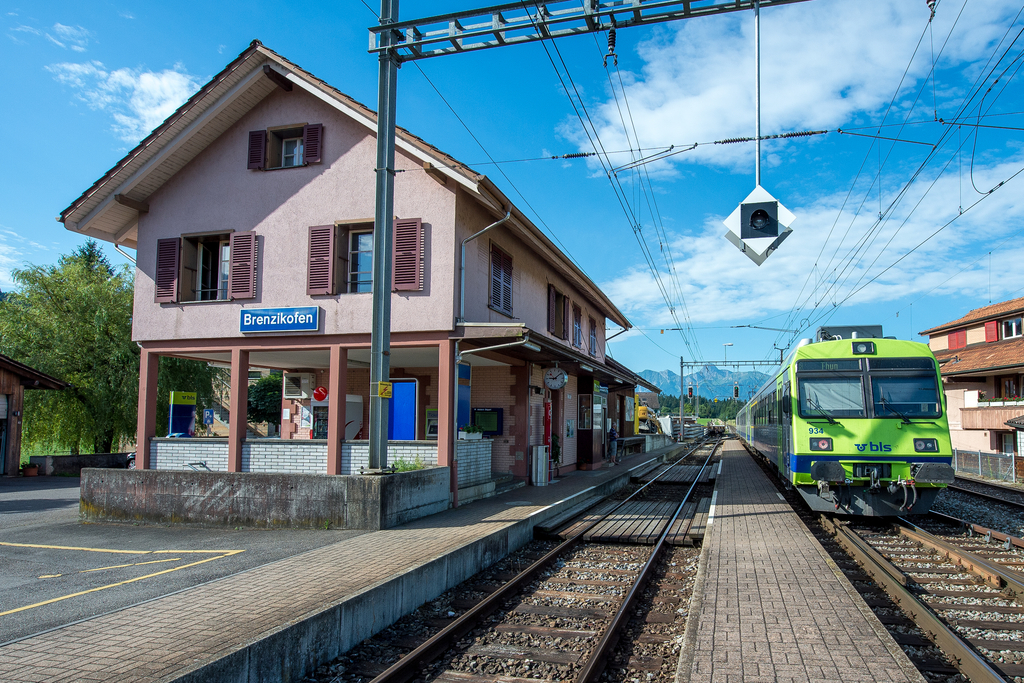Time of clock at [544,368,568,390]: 9:08
